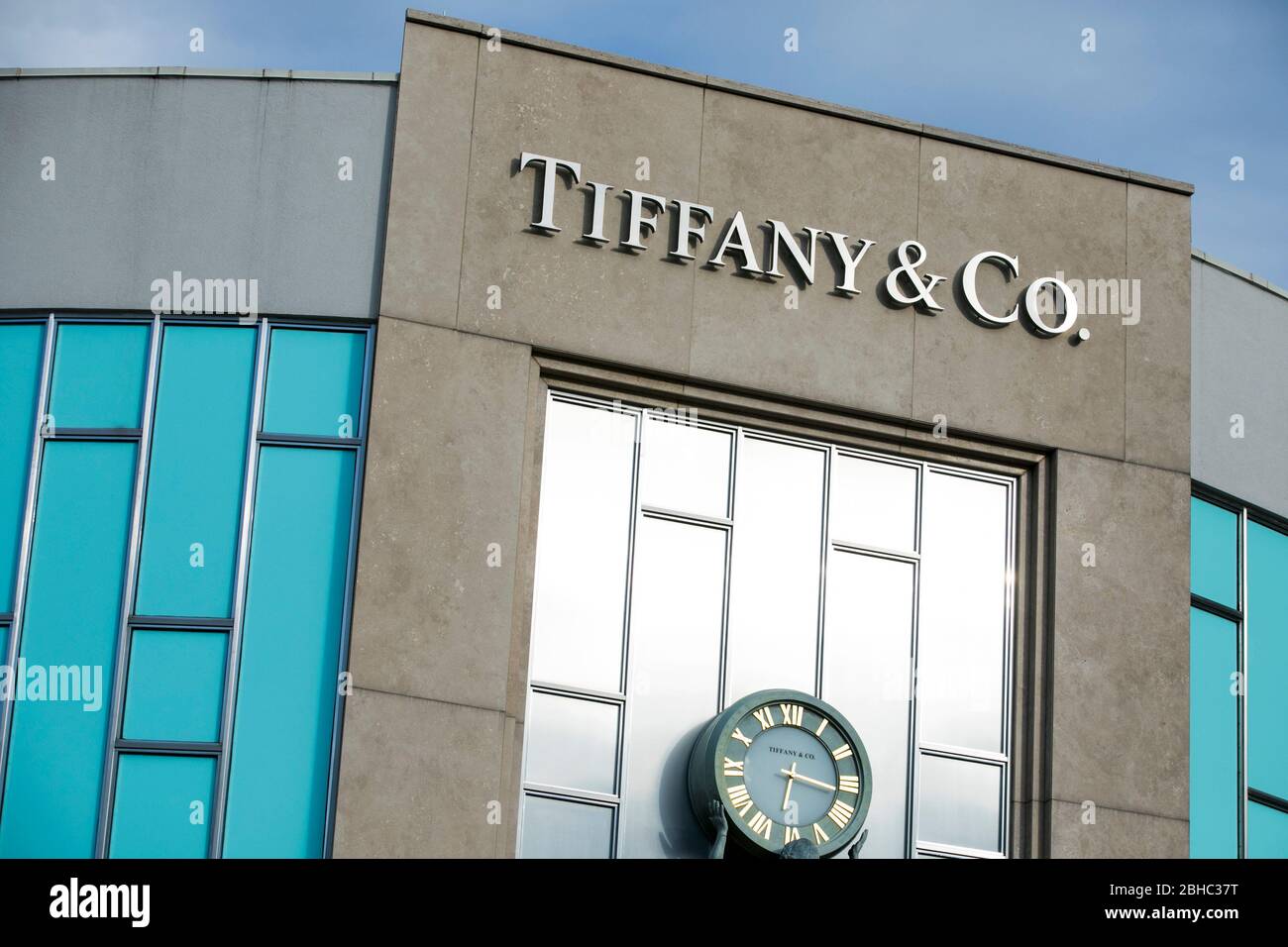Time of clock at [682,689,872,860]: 6:16
